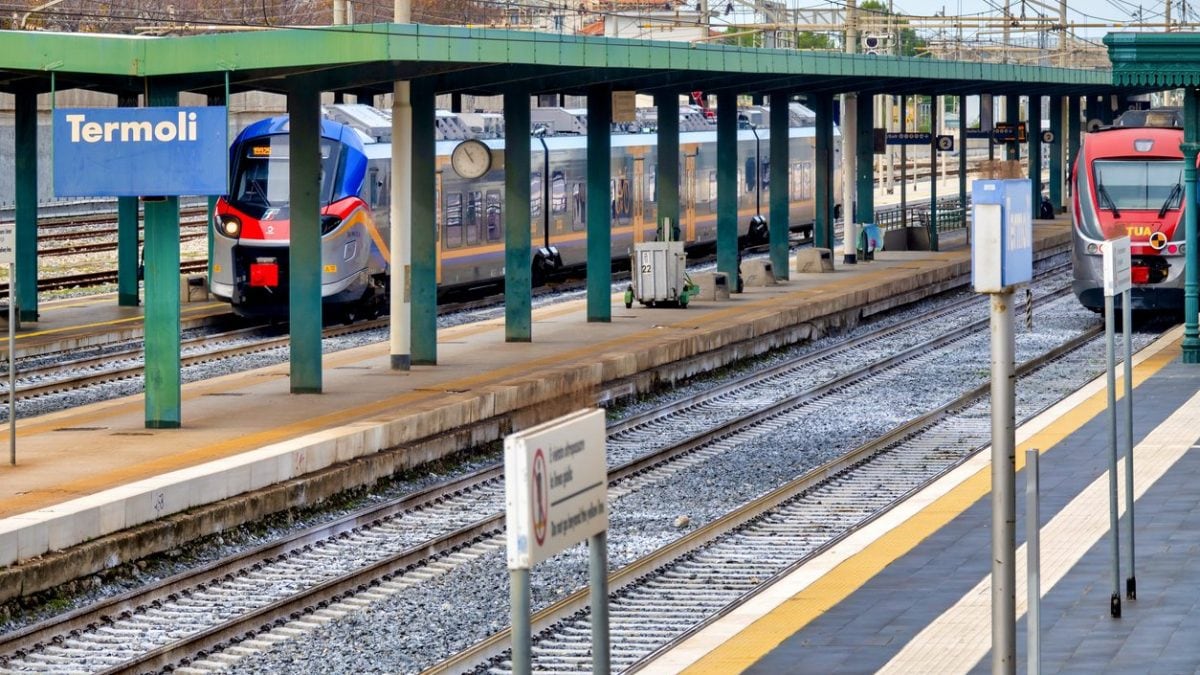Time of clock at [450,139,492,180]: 10:54
